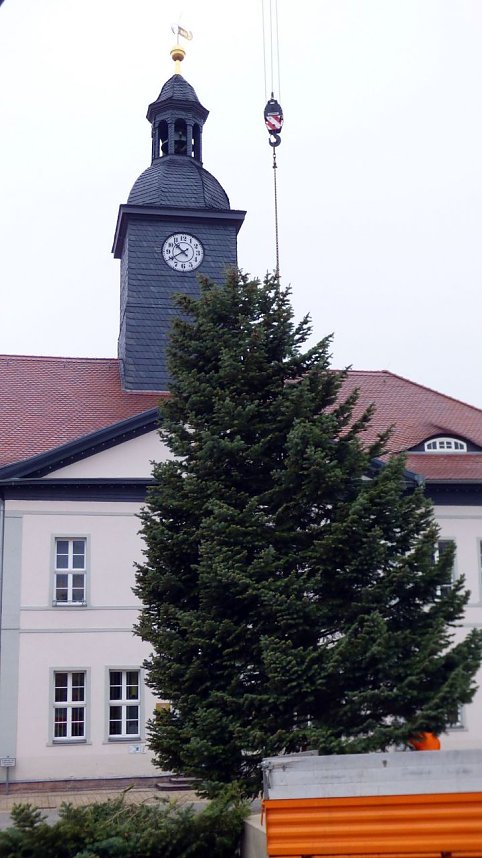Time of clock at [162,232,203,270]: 10:39
